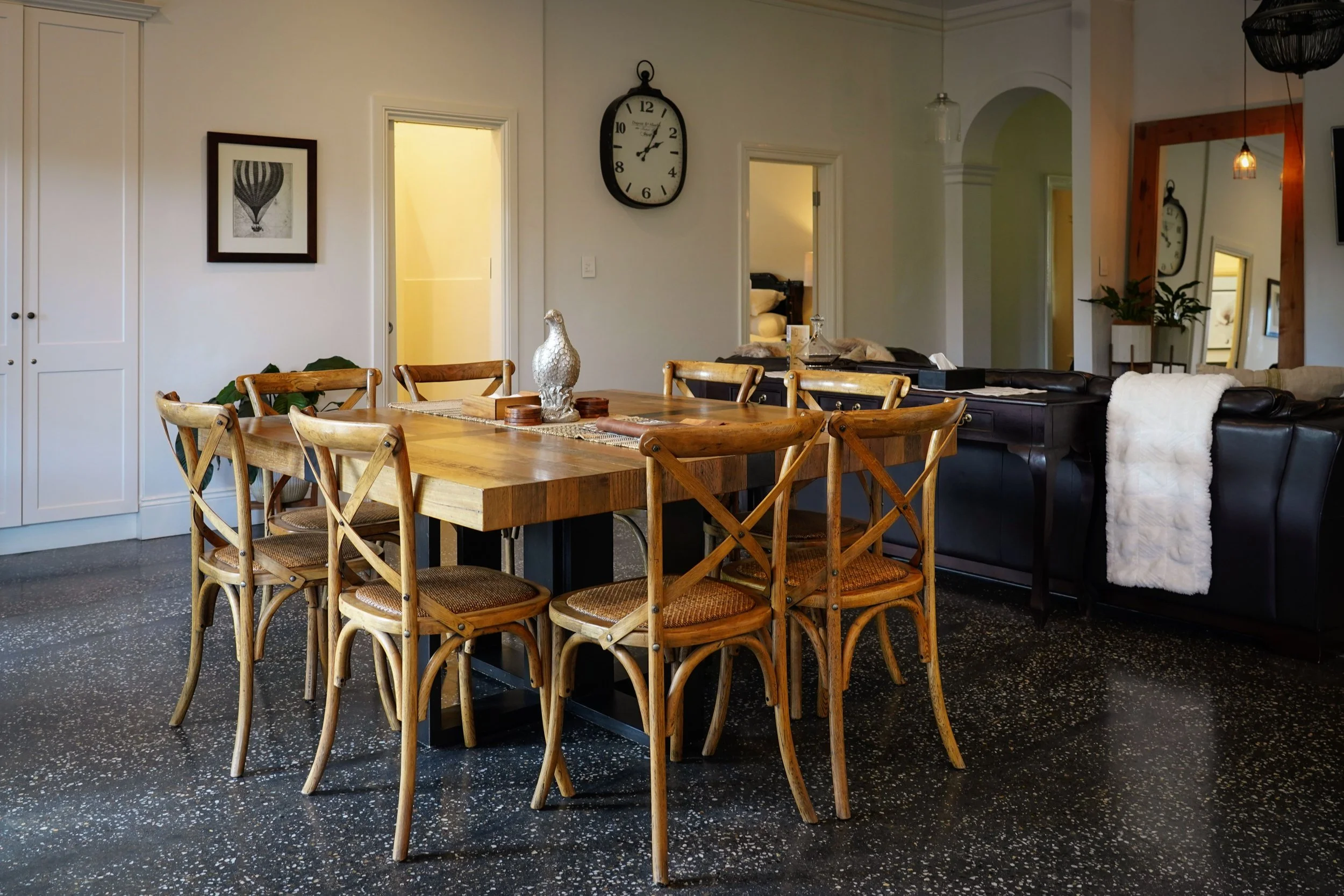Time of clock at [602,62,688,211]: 2:05
